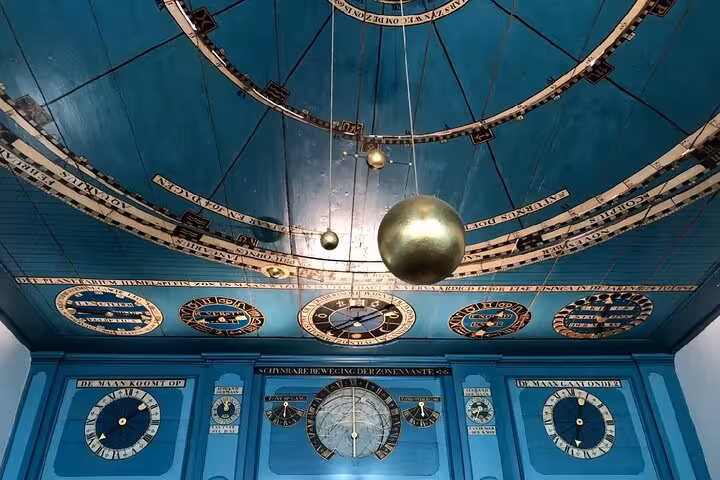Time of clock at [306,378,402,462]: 5:59
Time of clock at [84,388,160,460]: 1:38
